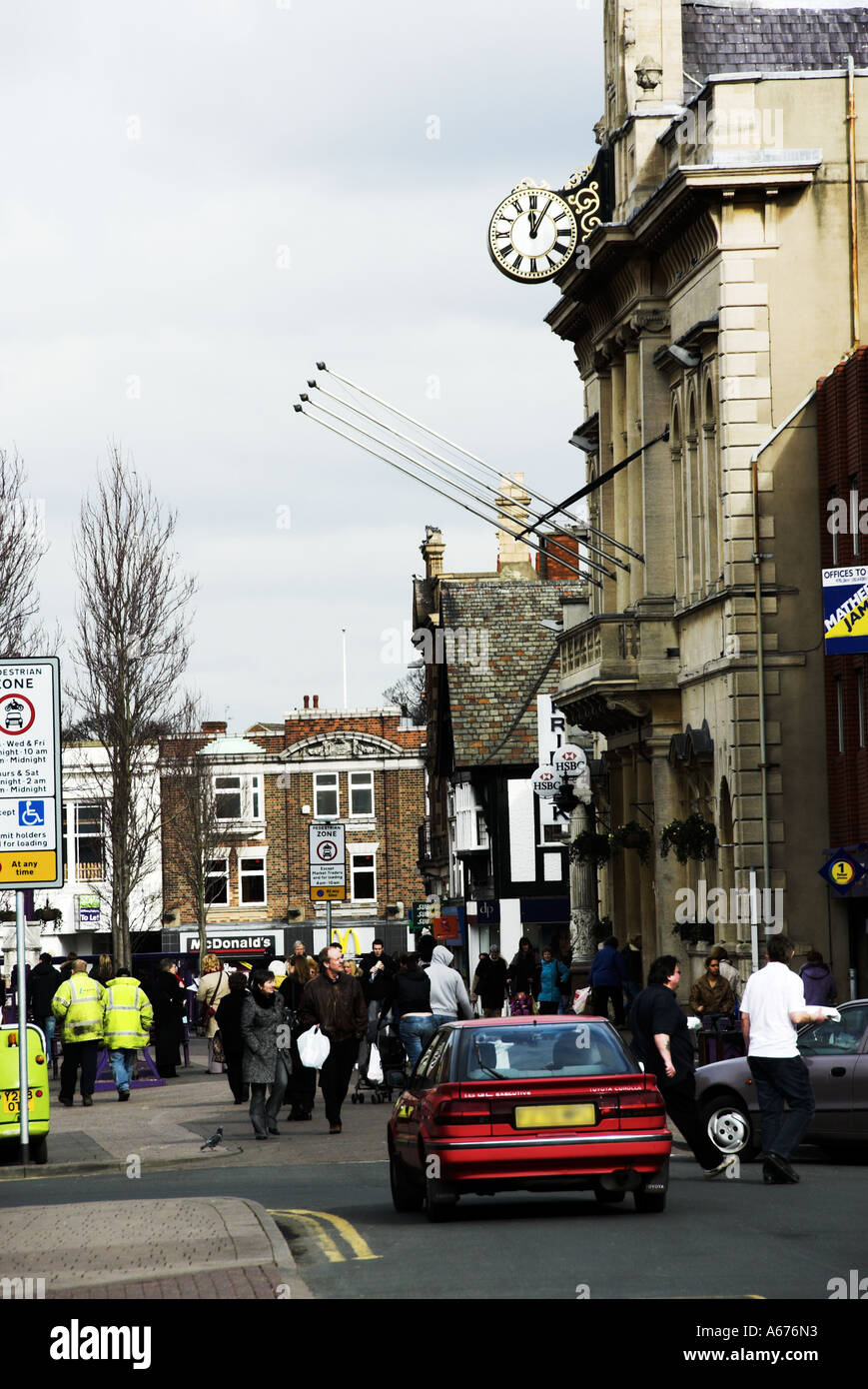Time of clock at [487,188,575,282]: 12:04
